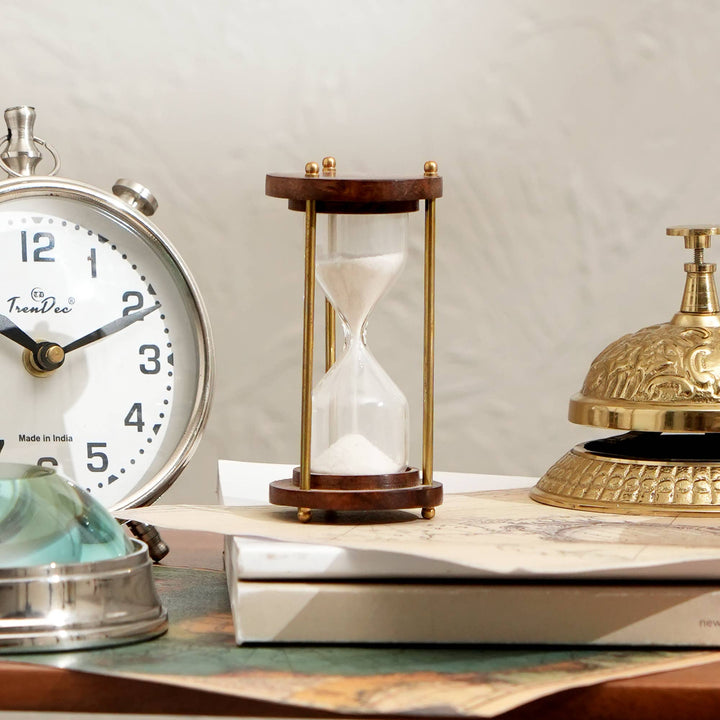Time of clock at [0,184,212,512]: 10:11
